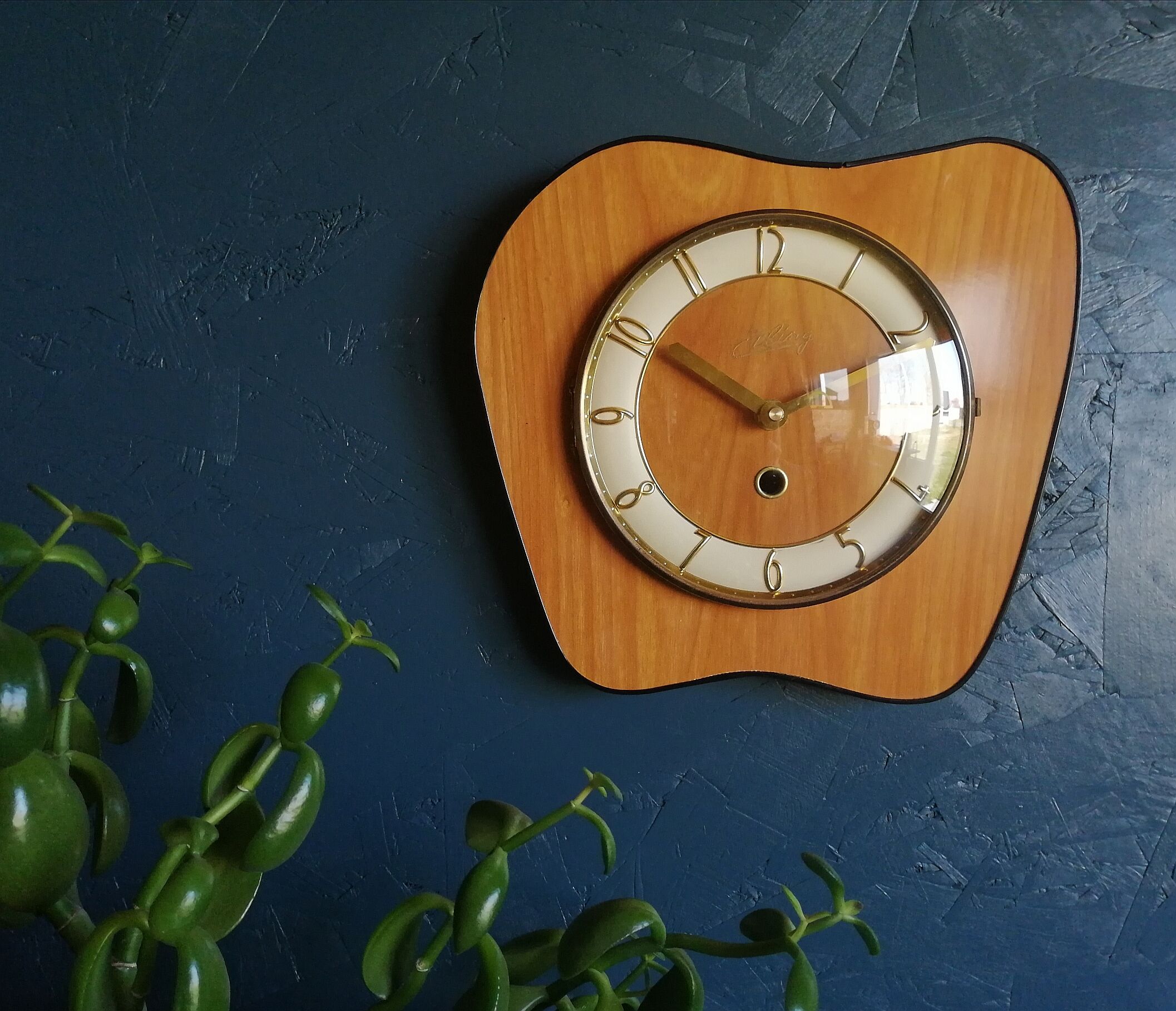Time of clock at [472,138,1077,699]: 1:50
